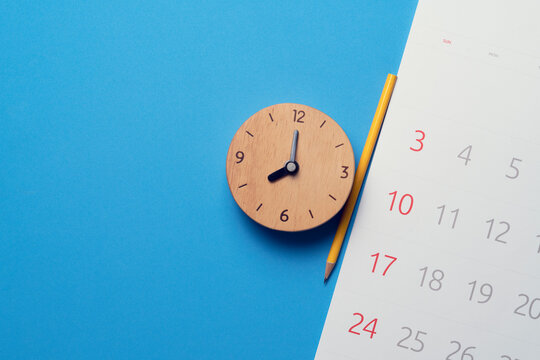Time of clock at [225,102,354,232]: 8:00
